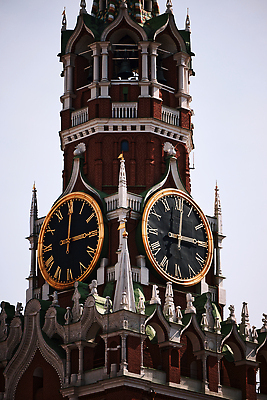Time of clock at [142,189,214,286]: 12:14
